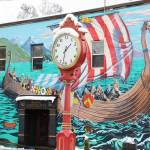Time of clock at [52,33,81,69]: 1:32
